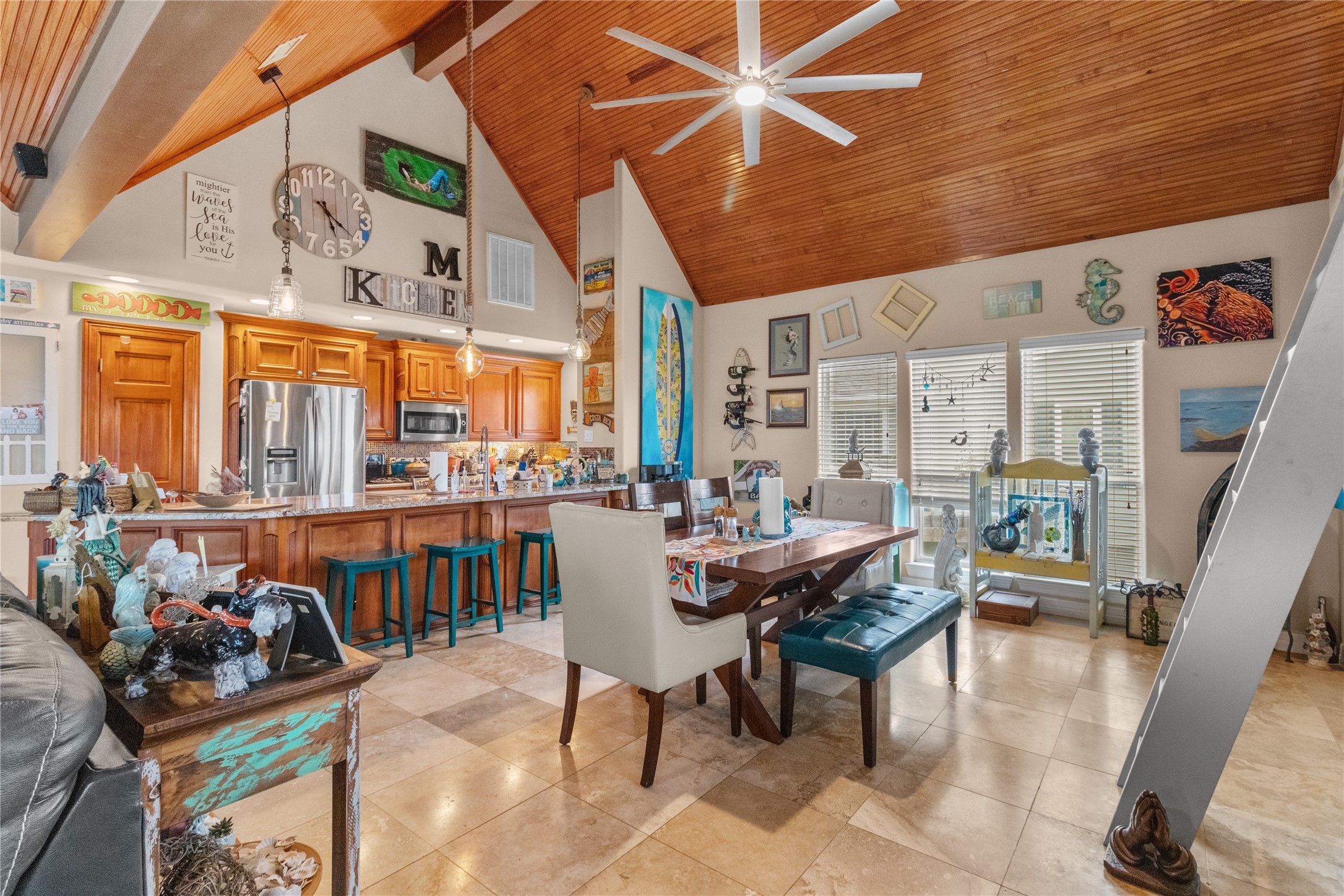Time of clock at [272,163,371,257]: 5:21
